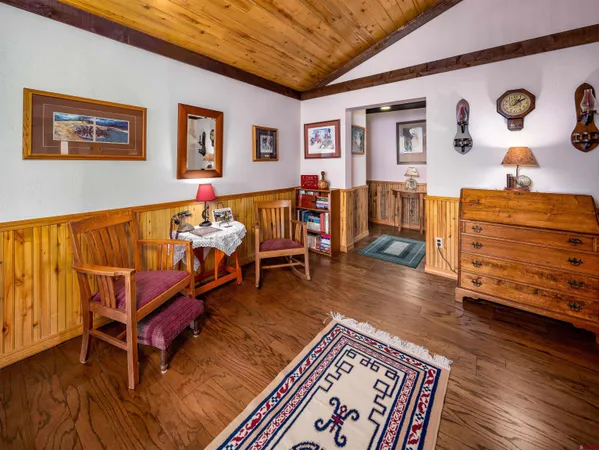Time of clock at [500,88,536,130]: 1:09
